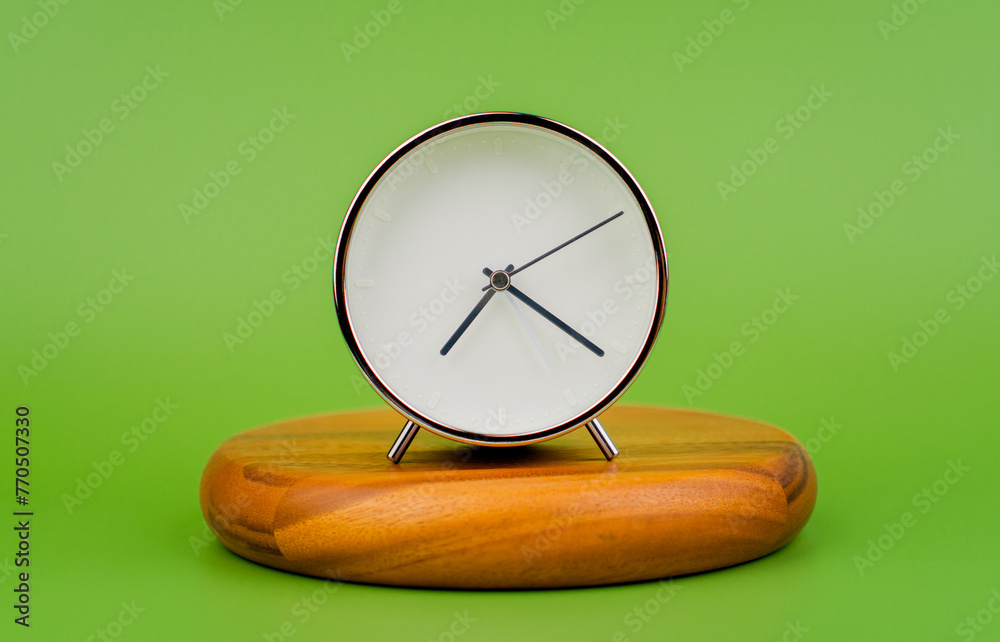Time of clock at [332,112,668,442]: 7:20
